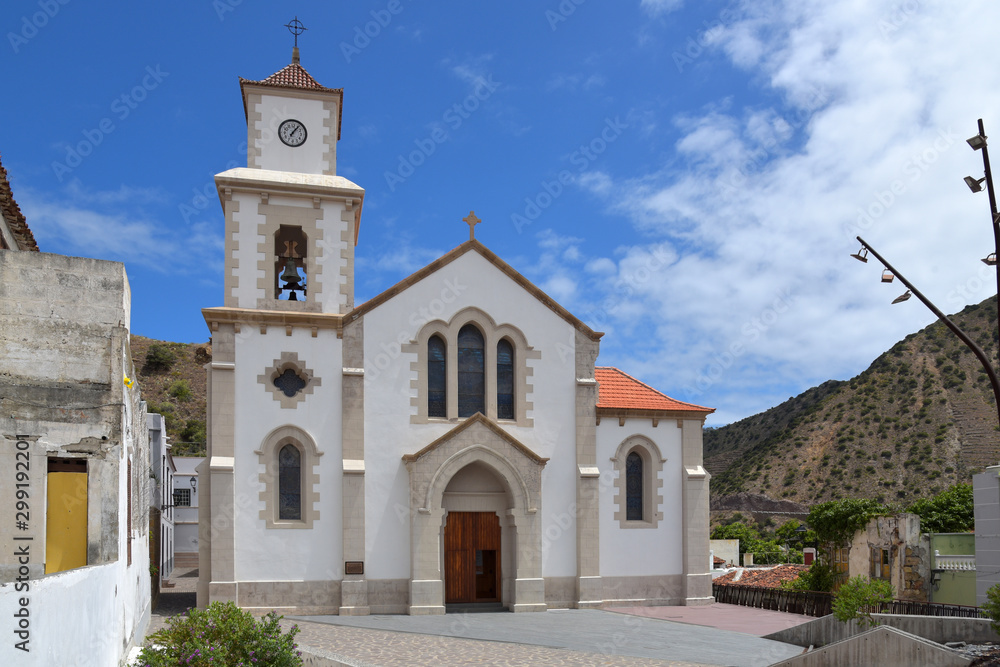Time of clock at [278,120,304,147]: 7:06
